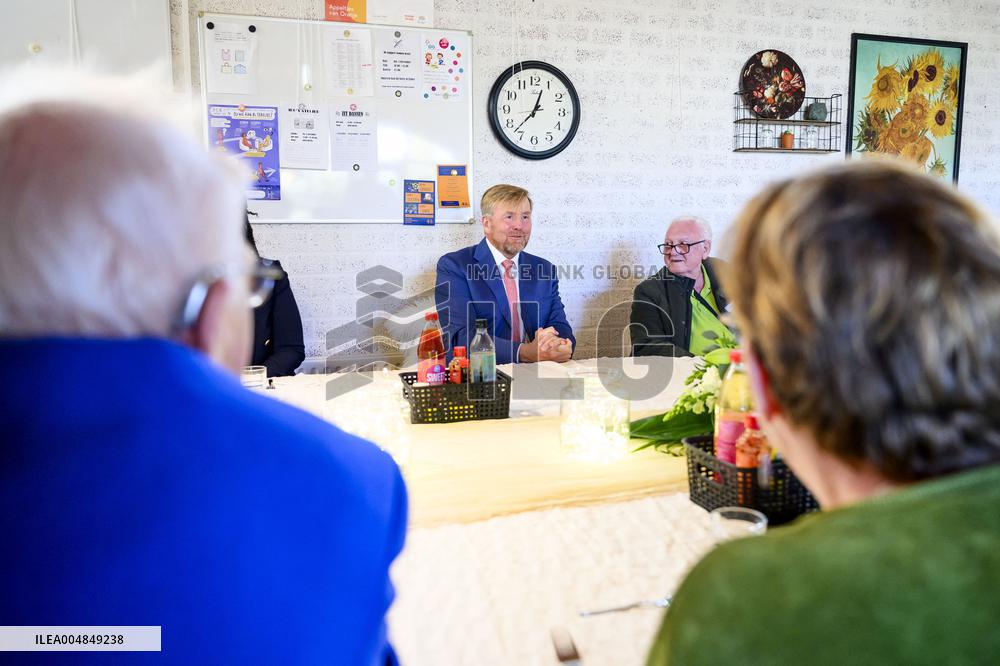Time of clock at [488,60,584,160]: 12:37
